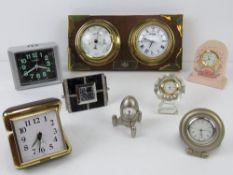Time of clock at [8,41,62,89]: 3:40
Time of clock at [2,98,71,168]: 7:32
